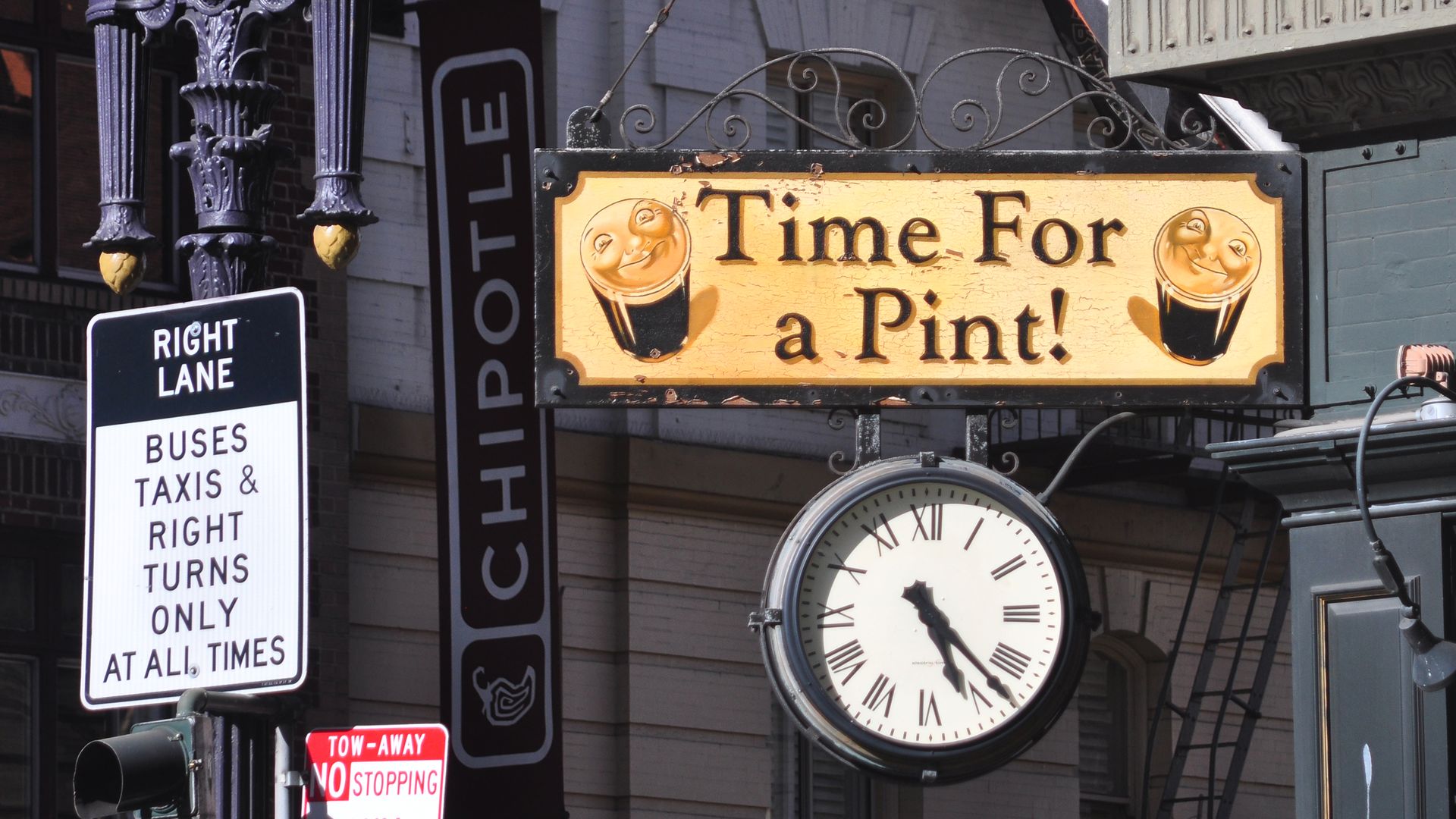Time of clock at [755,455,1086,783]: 5:23
